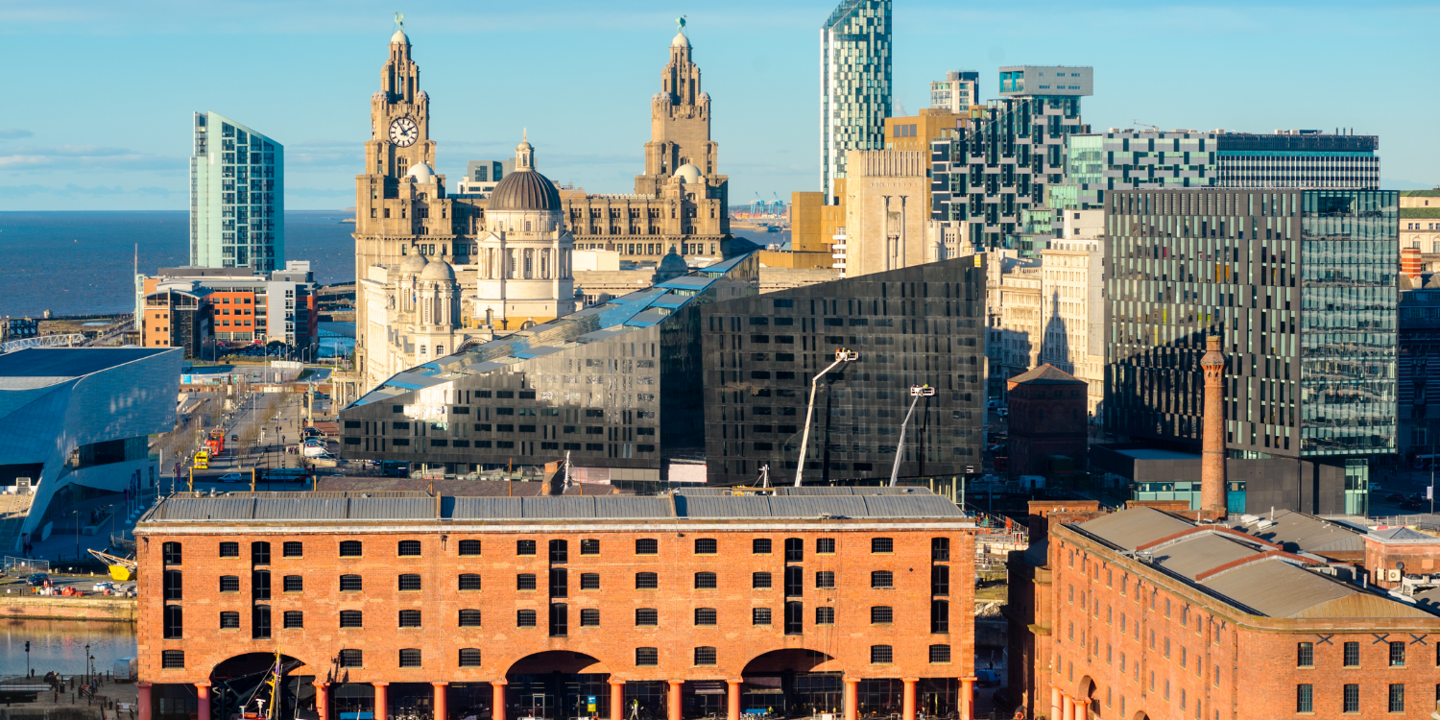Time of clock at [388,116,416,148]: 1:54
